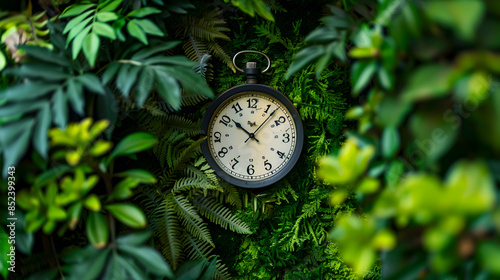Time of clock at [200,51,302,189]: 10:07
